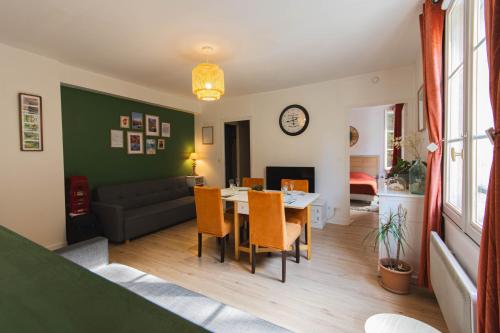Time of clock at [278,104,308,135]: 5:42
